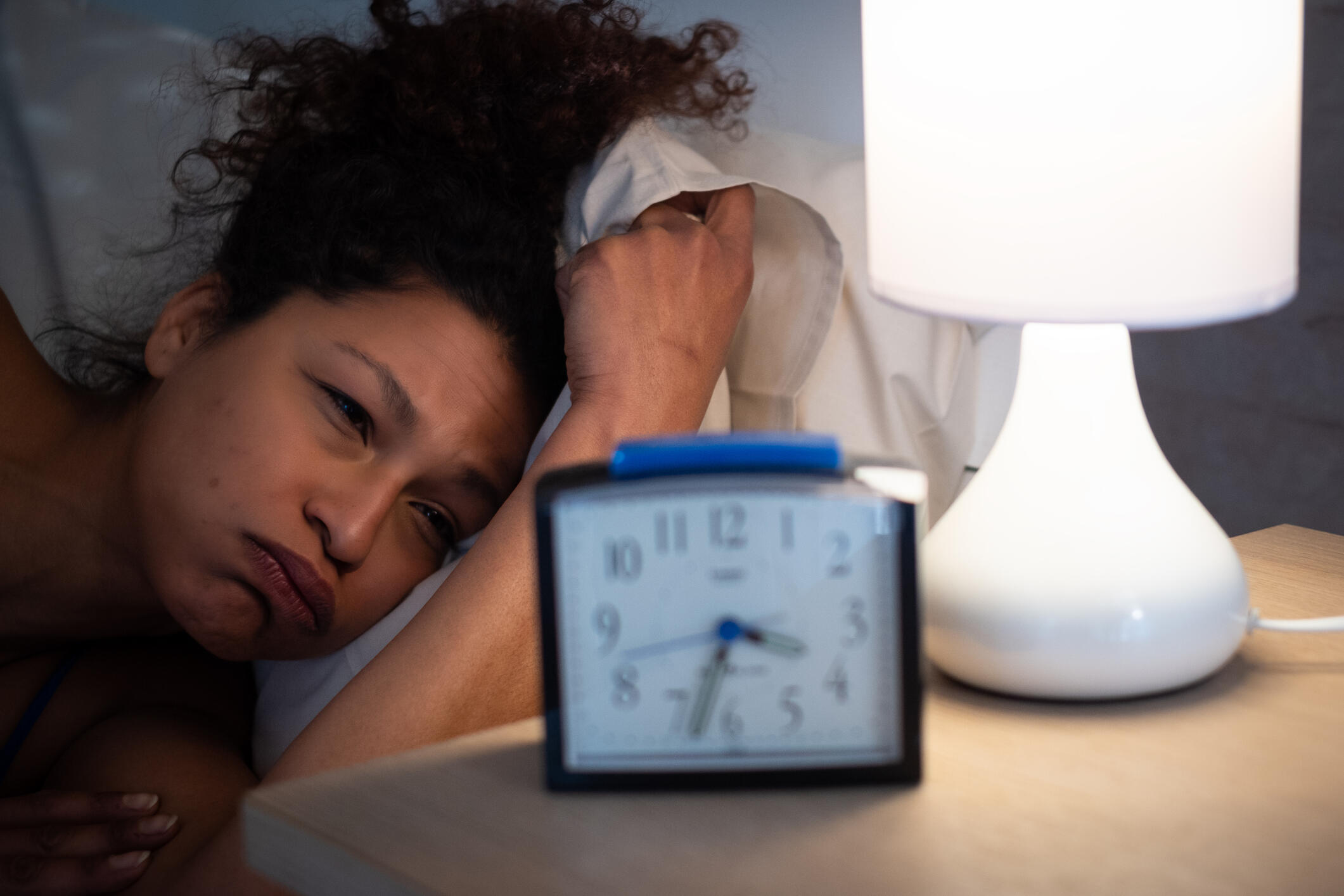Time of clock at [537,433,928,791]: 3:33
